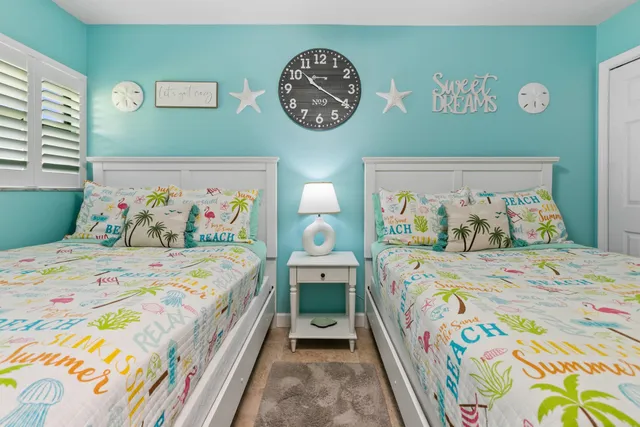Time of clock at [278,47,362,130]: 10:20
